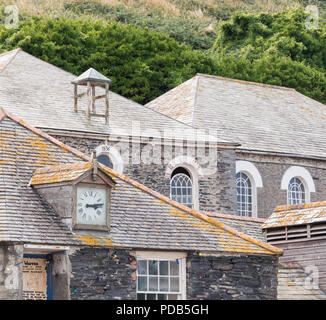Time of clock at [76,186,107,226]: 3:13
